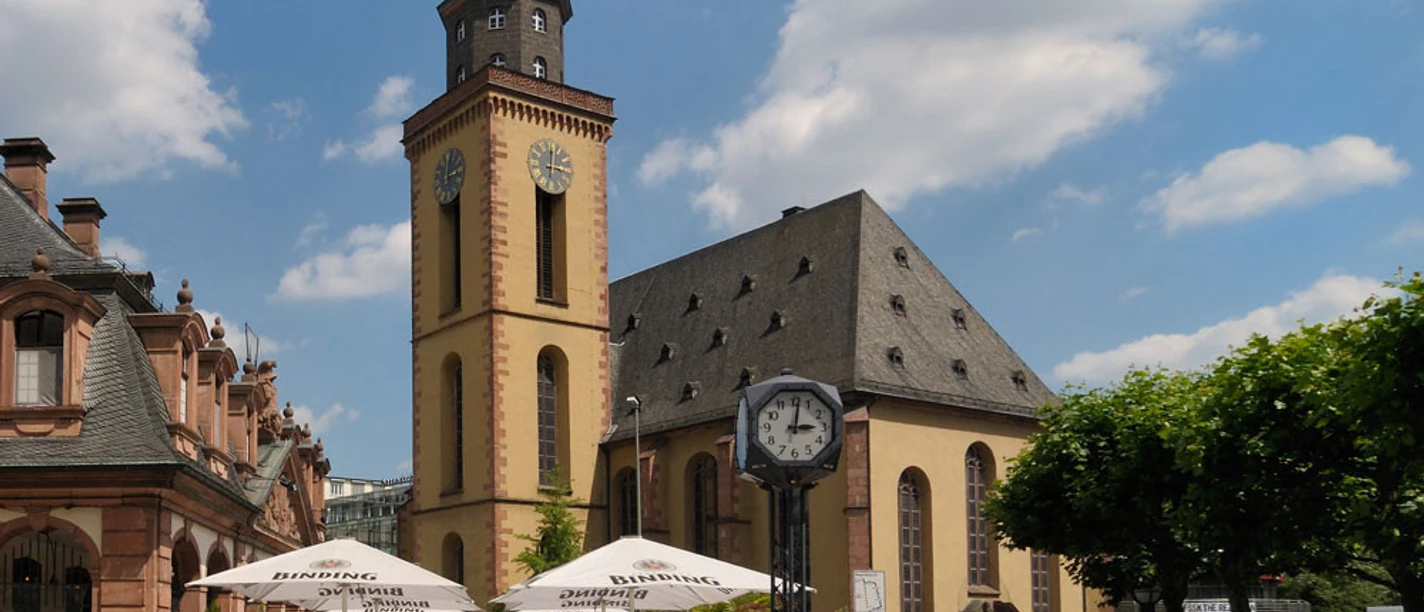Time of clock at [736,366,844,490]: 3:01
